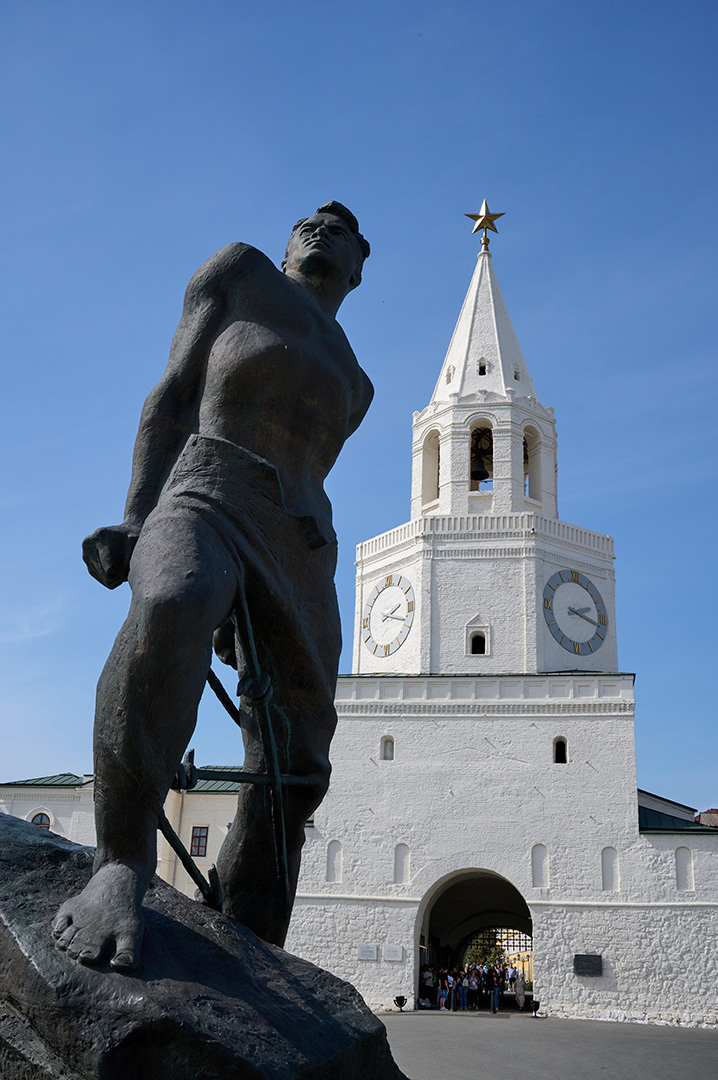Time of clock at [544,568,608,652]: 2:17
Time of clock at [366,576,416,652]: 2:17
